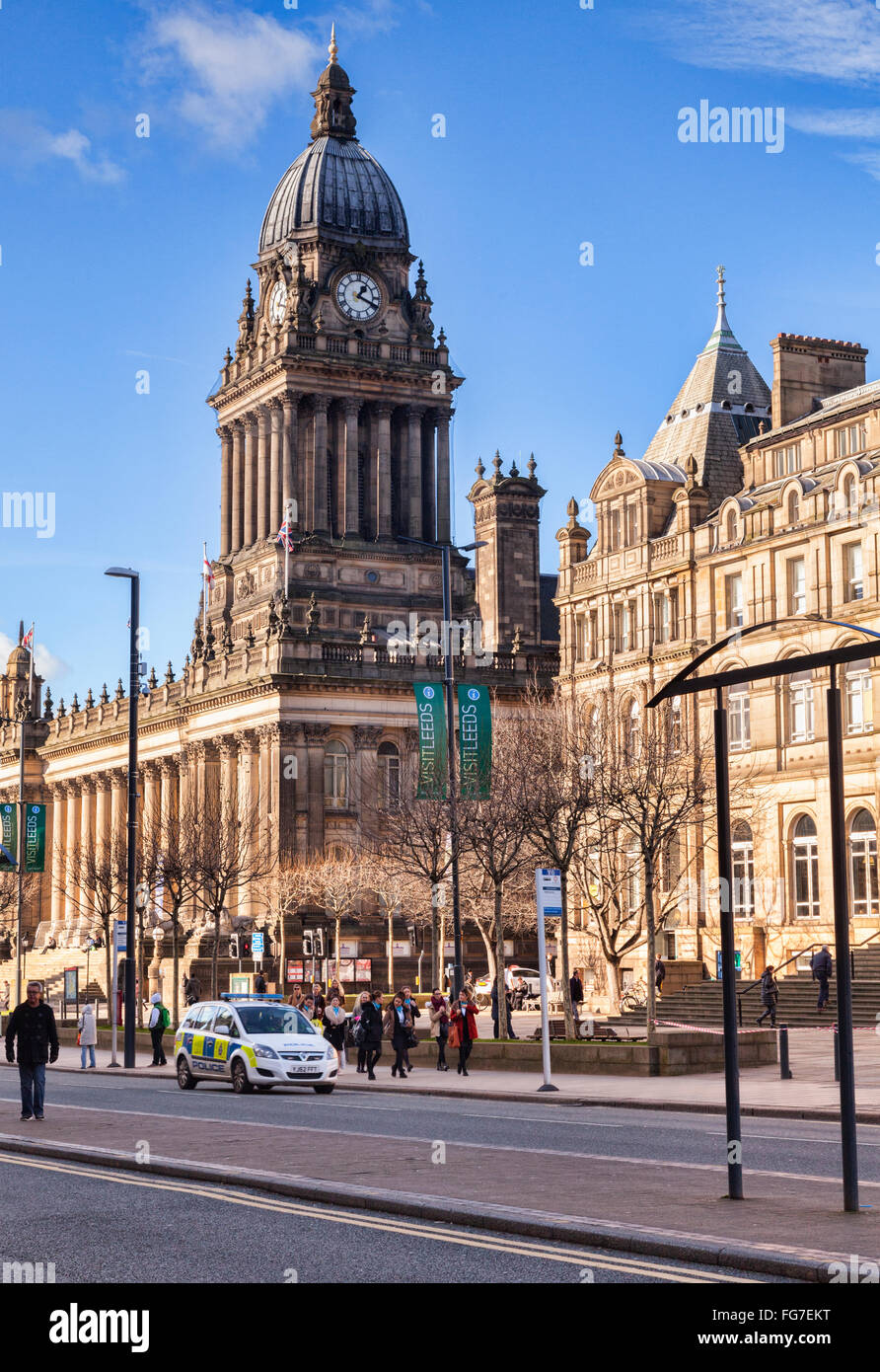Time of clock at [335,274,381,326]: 1:18
